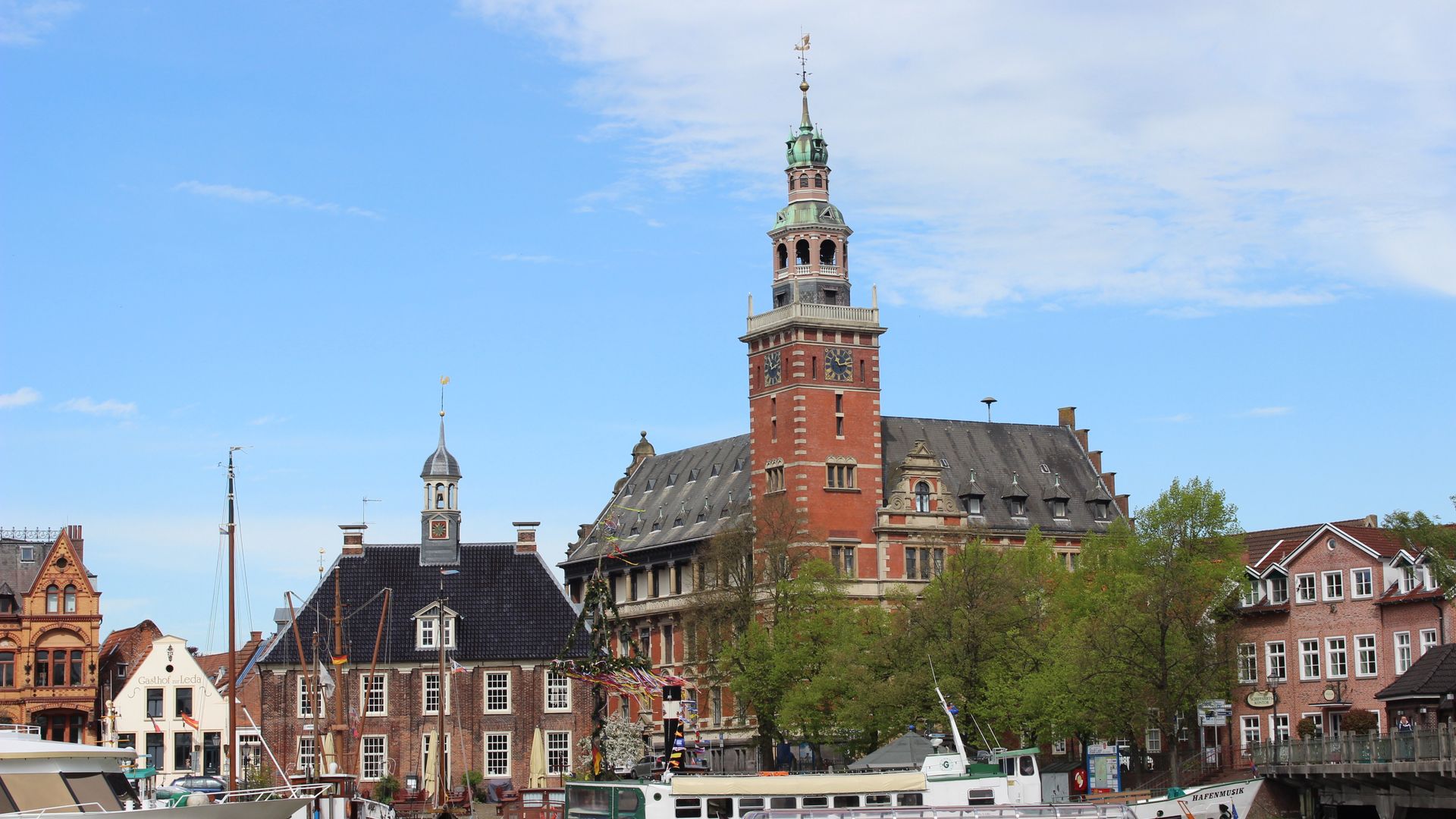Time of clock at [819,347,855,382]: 11:12
